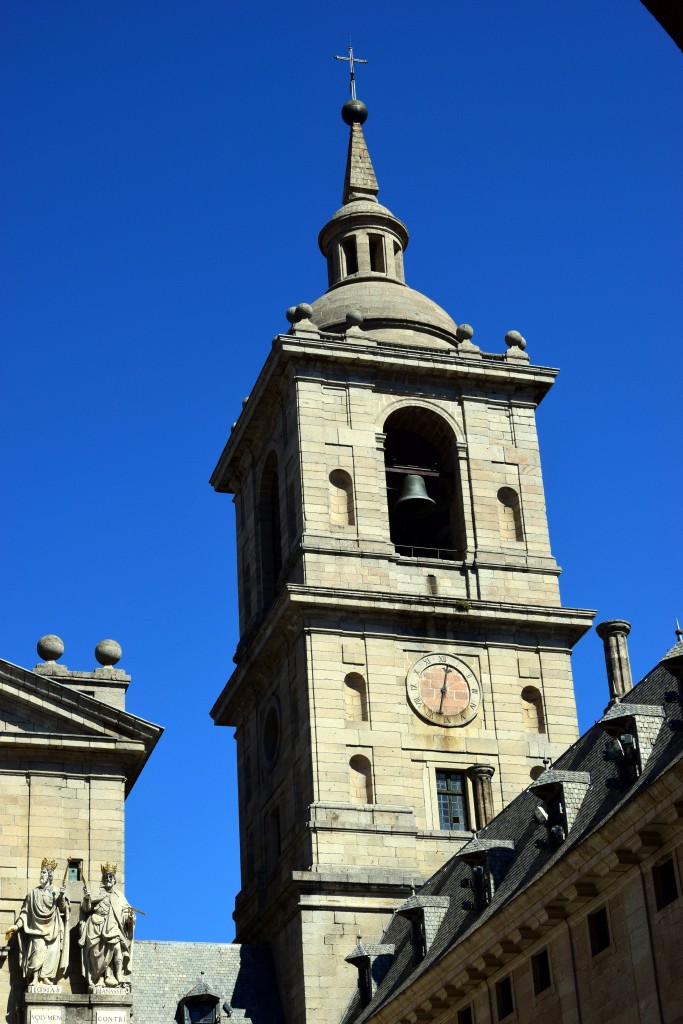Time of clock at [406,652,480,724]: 12:32
